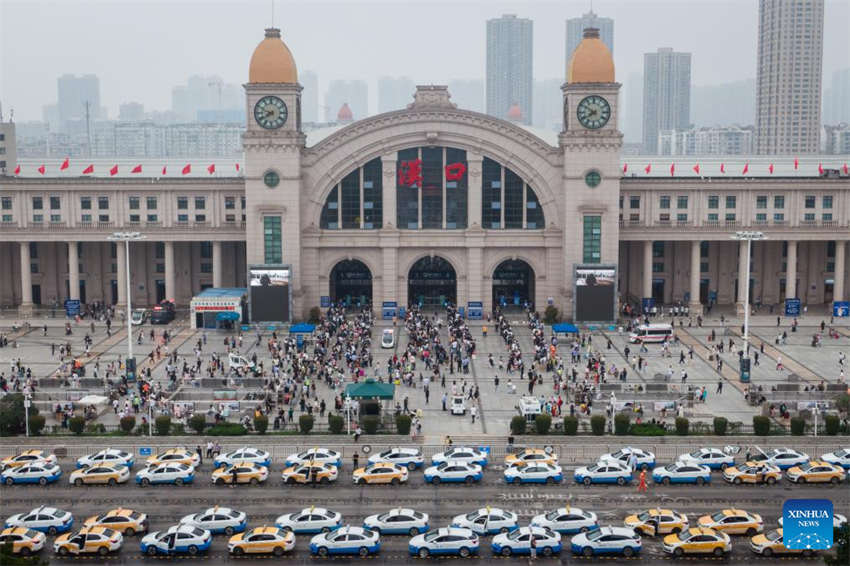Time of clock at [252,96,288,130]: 7:48
